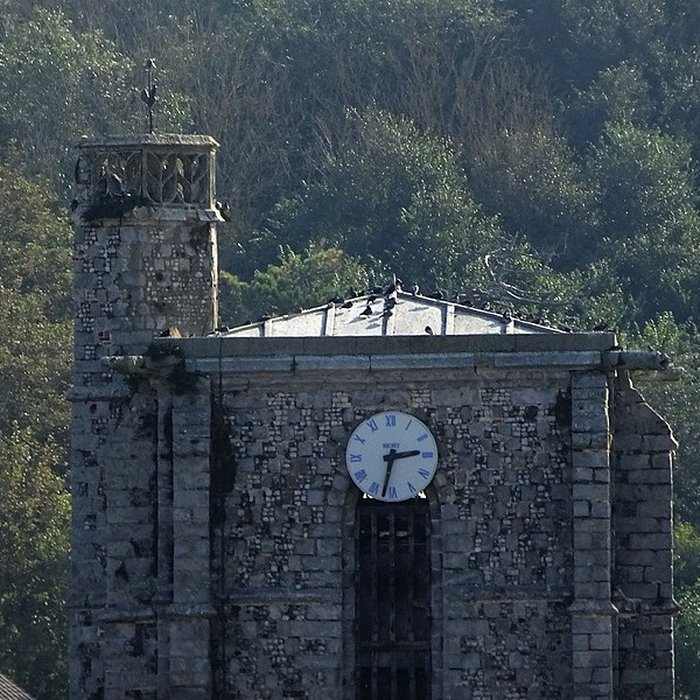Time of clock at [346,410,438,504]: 2:32
